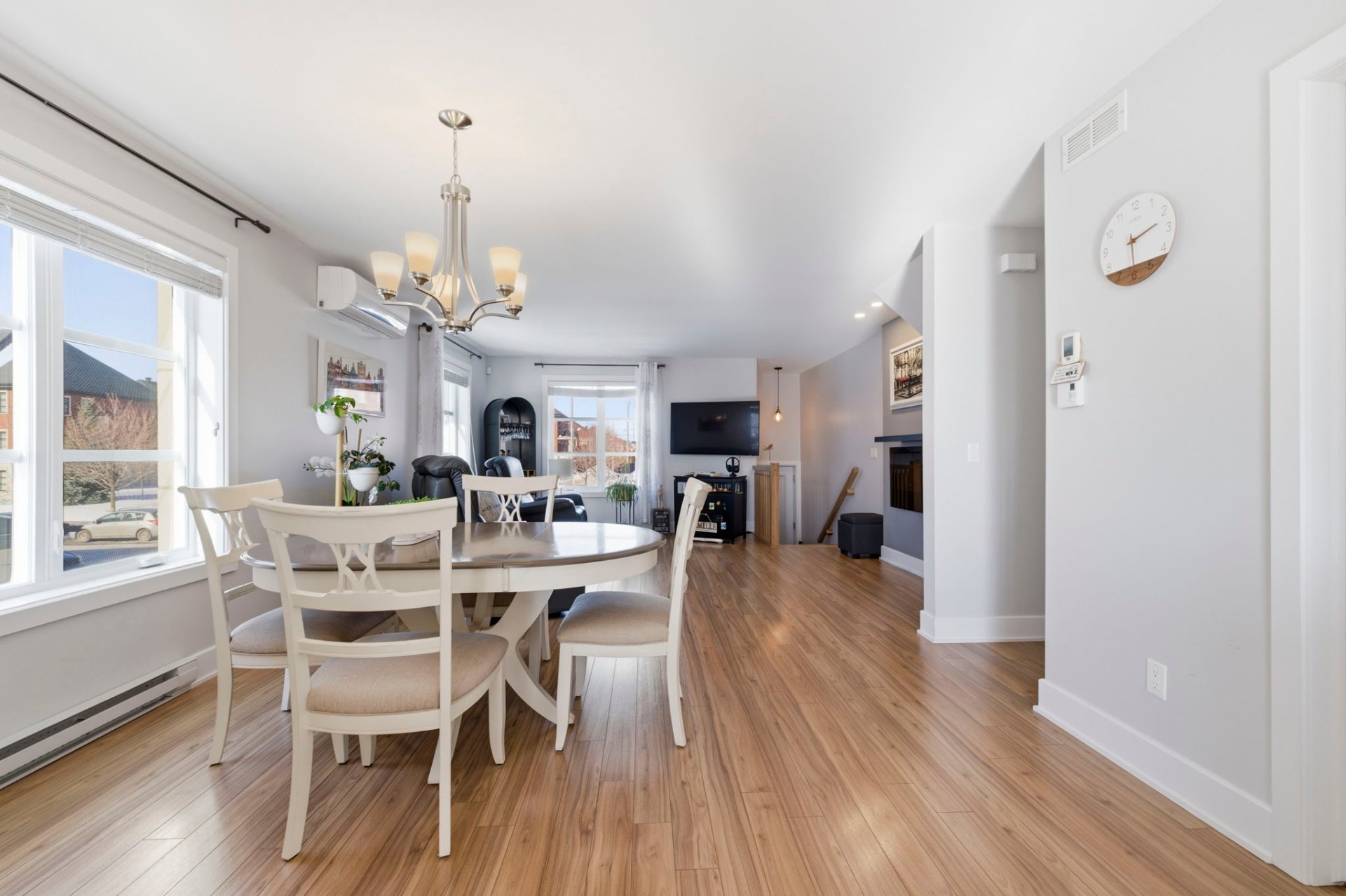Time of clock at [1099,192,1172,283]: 2:29
